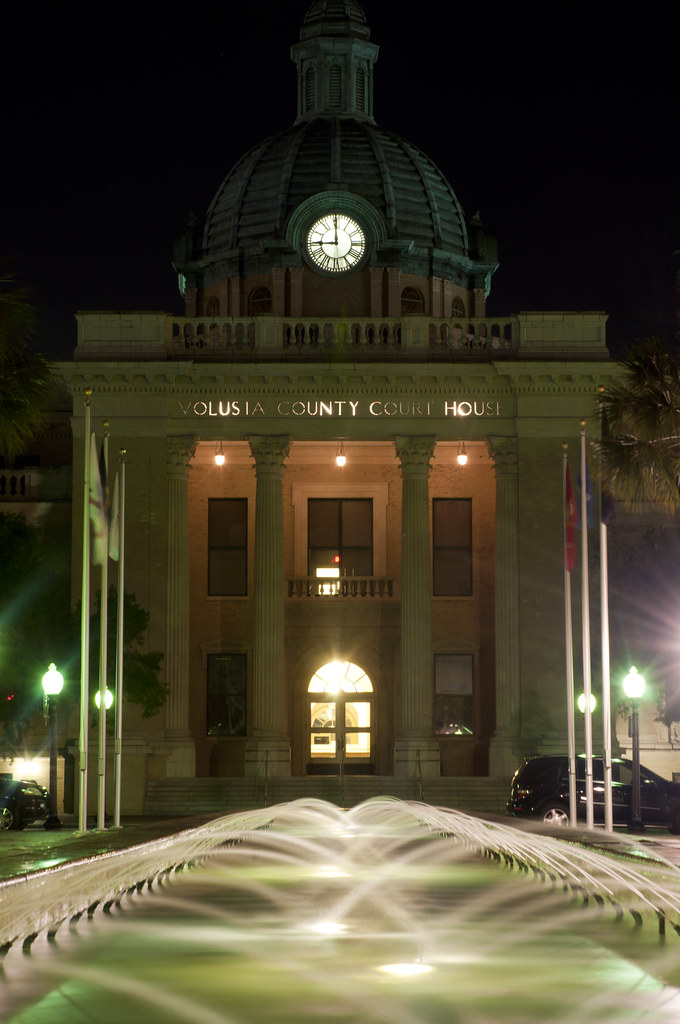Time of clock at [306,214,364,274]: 8:59
